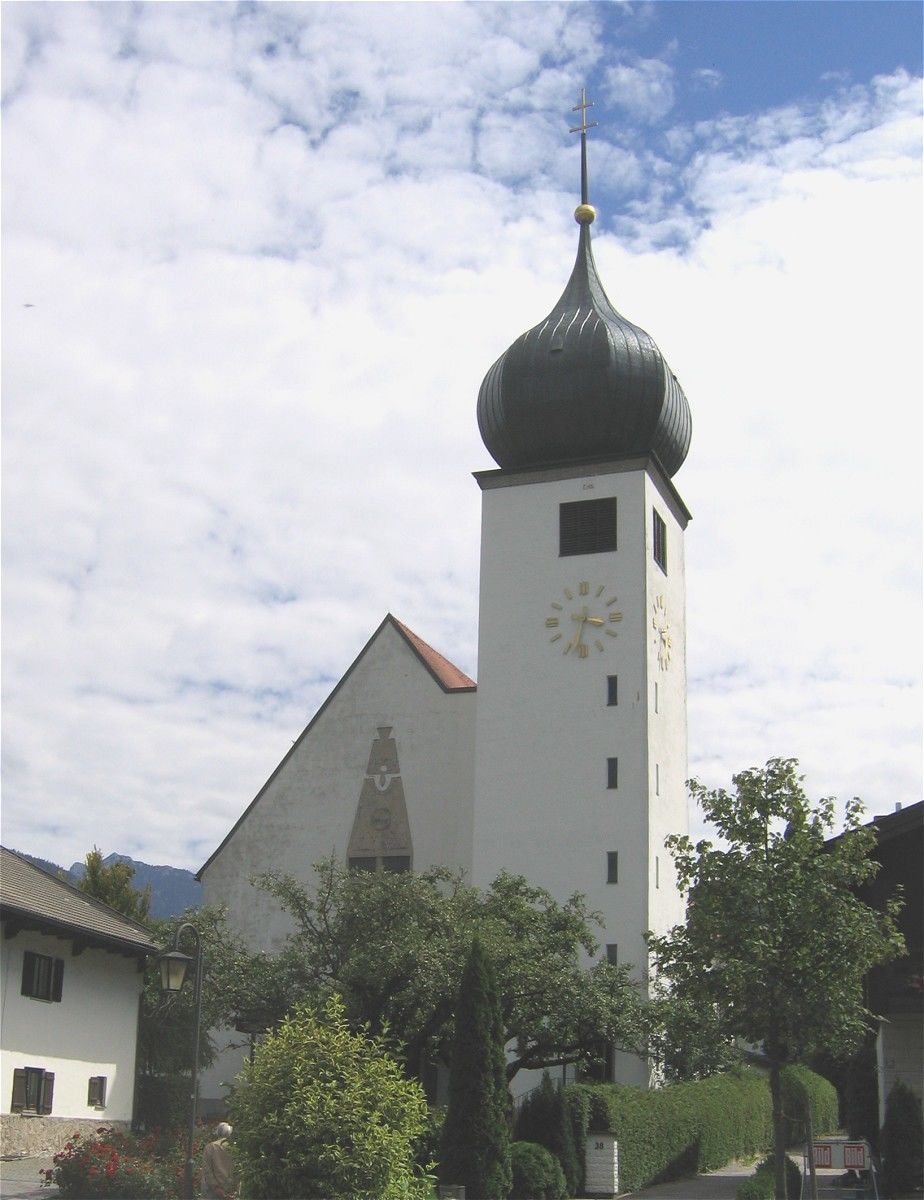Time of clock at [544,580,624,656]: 3:32
